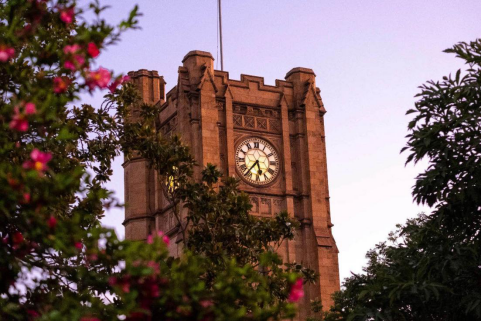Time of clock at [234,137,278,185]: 5:36
